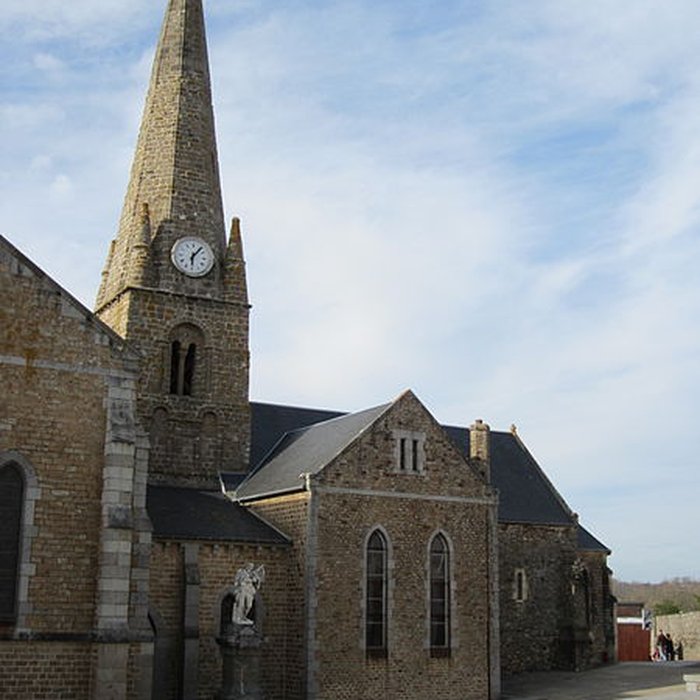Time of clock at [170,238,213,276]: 6:06
